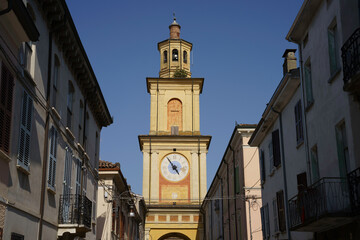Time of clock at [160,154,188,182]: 4:54
